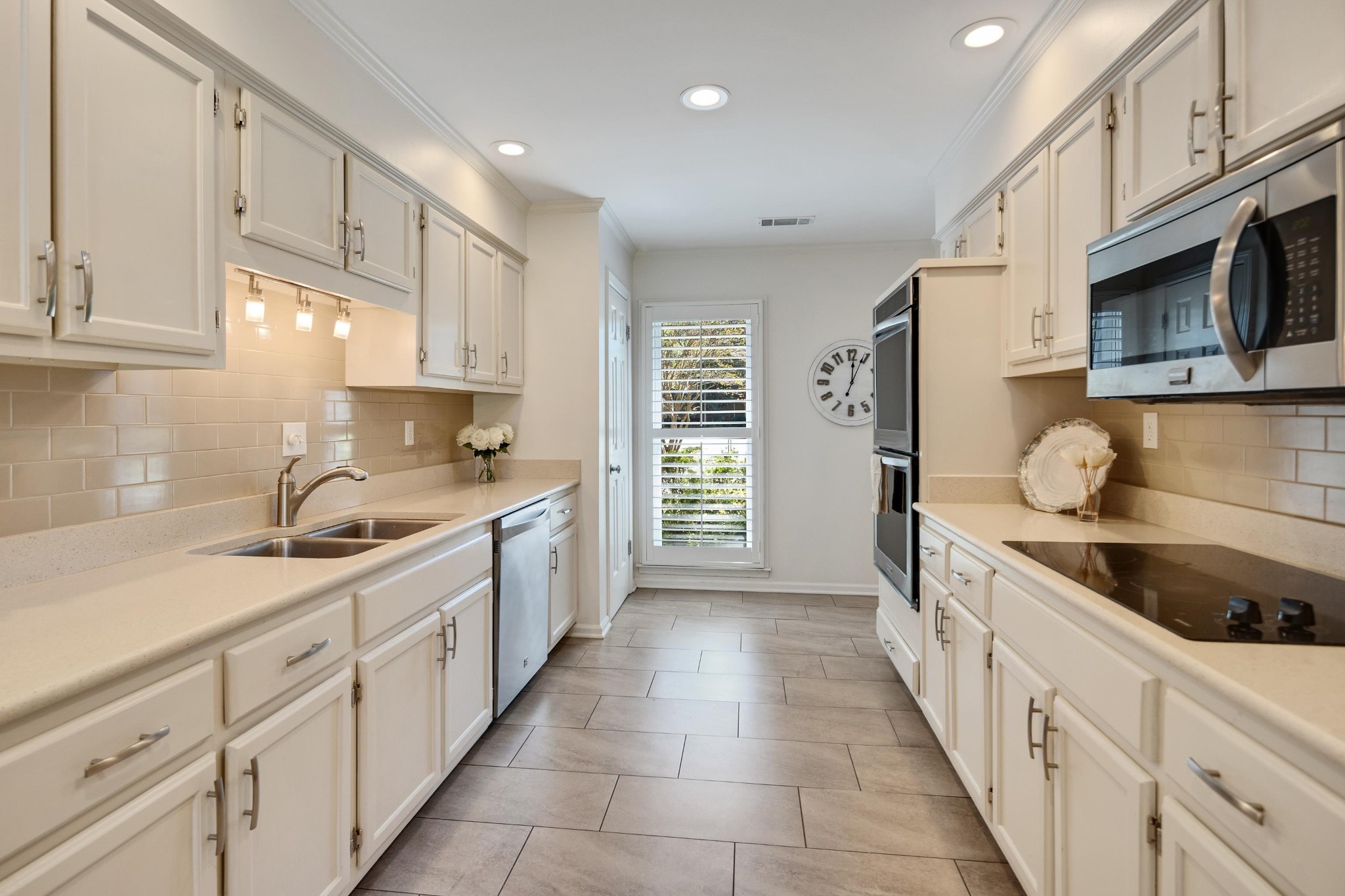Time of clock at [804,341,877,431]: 12:04
